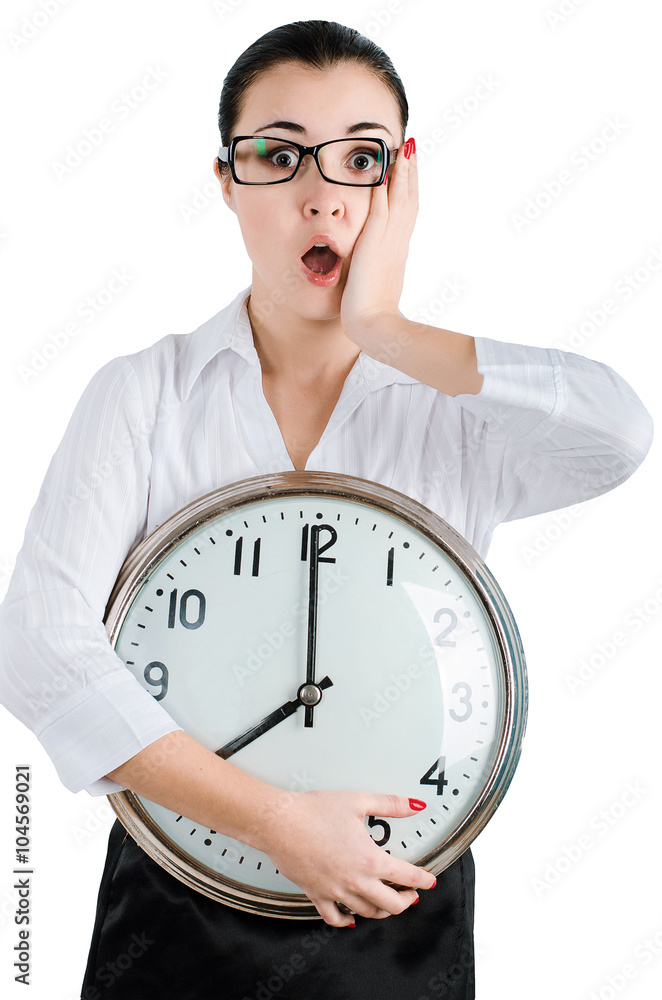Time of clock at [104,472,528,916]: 7:59
